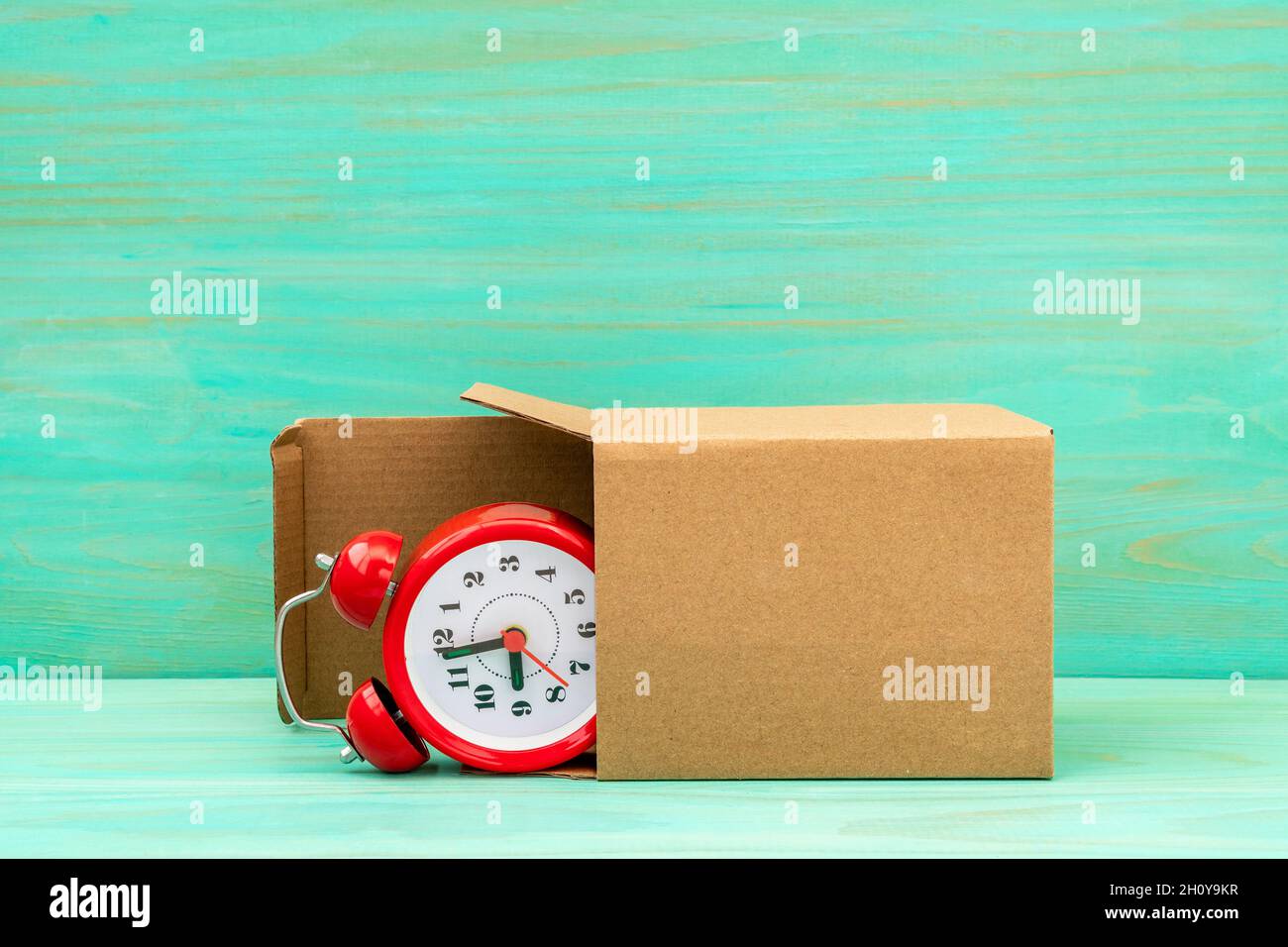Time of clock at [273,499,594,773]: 5:43
